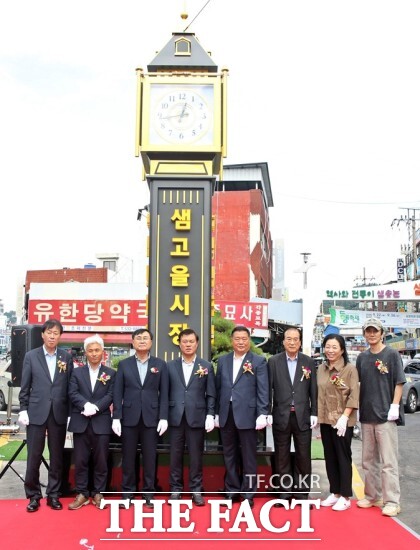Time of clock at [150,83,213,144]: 12:43
